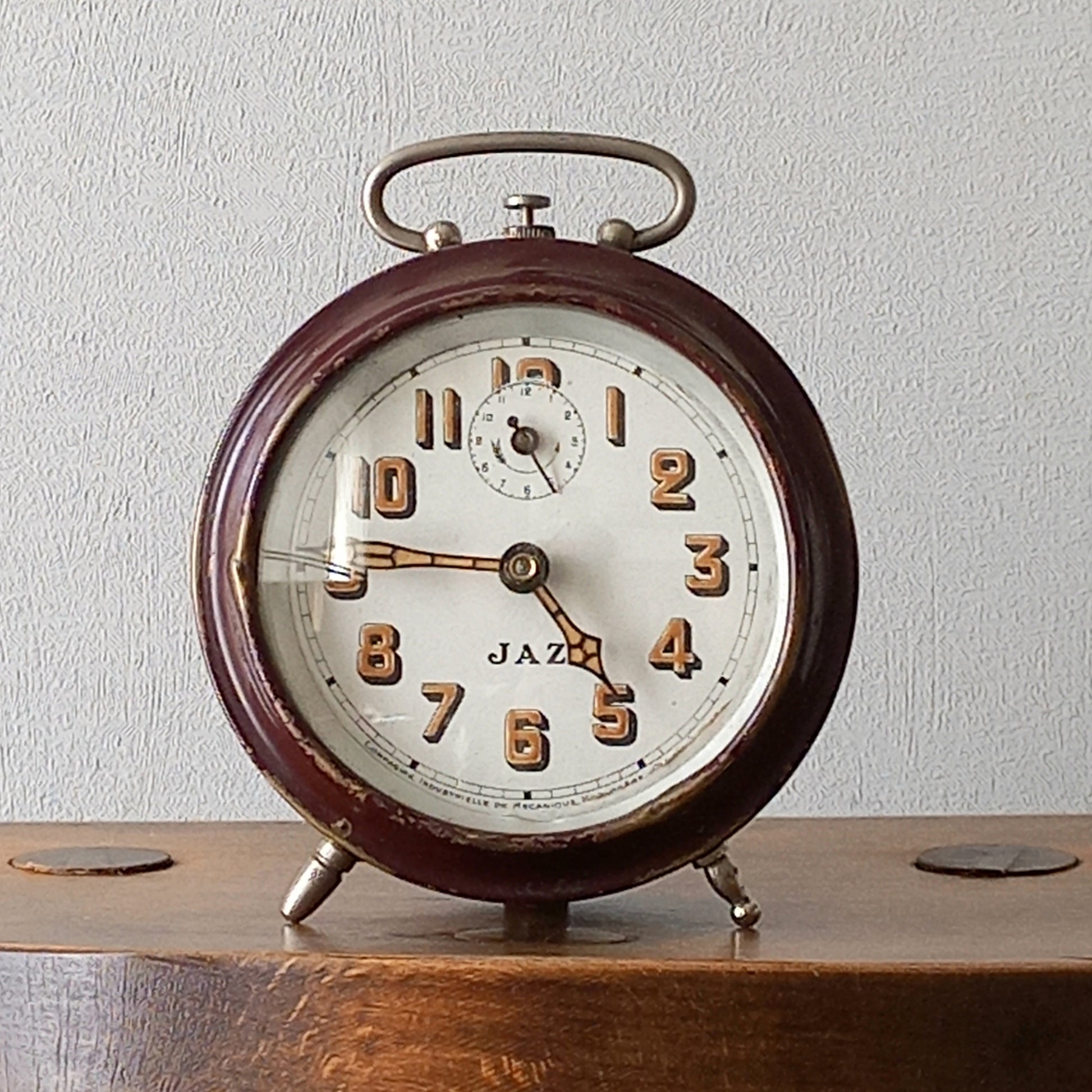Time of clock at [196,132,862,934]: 4:45
